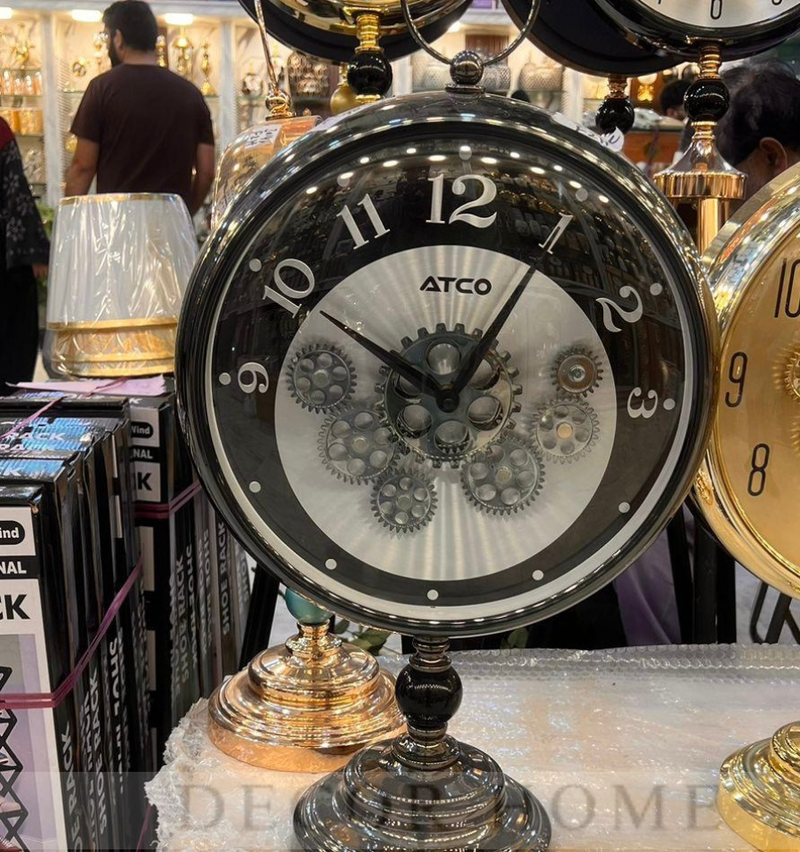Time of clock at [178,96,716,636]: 10:05
